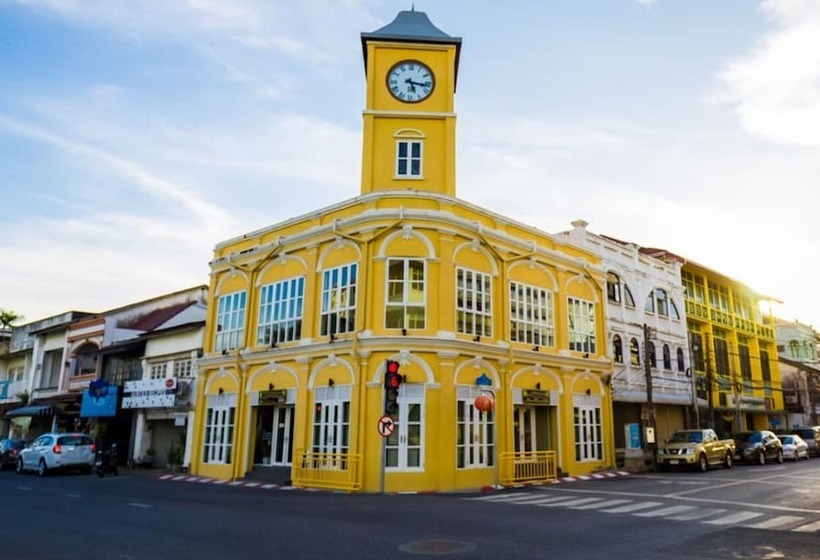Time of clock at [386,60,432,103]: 5:16
